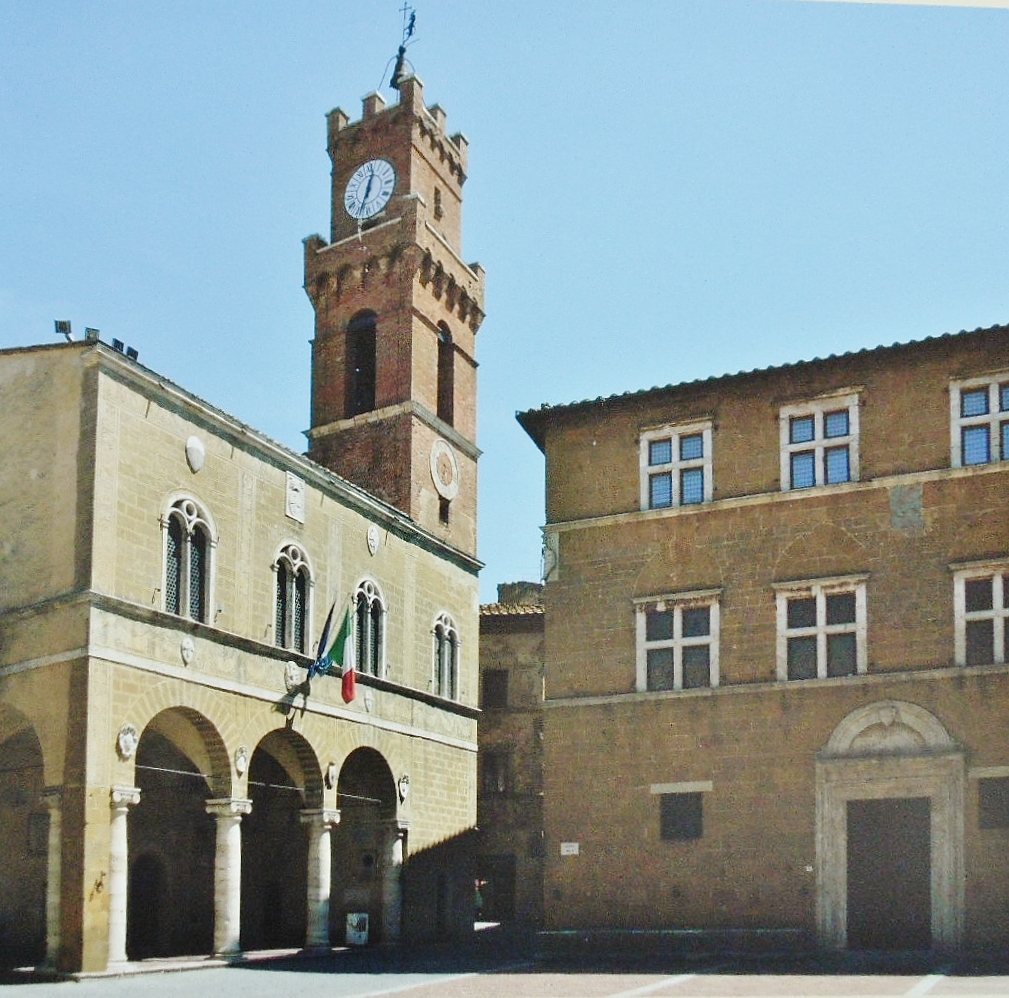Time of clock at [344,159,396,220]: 12:33
